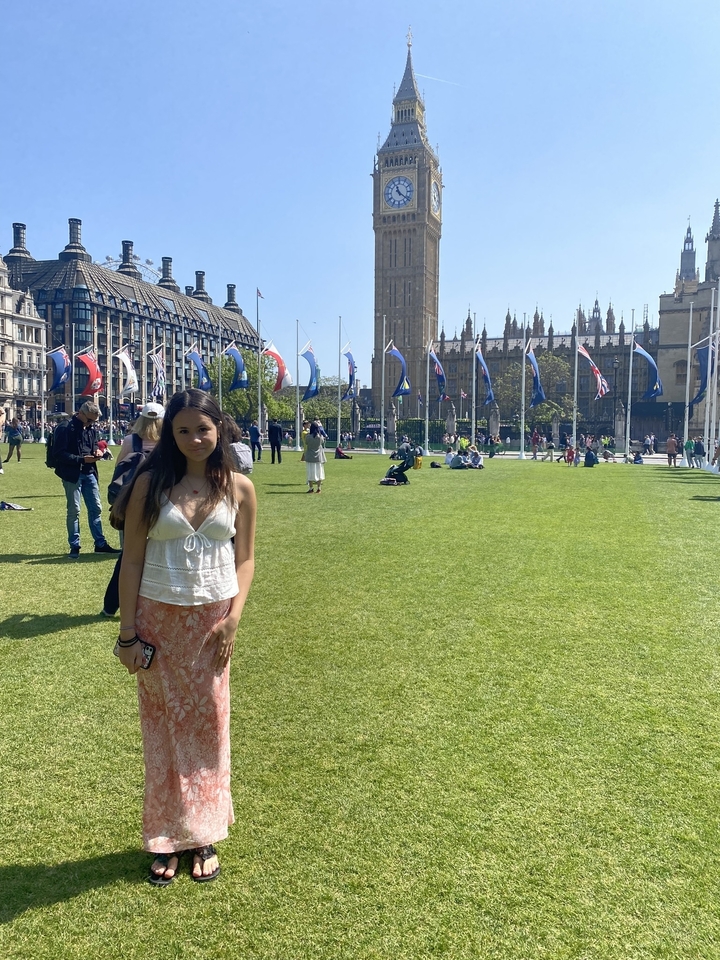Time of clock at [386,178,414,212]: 11:21
